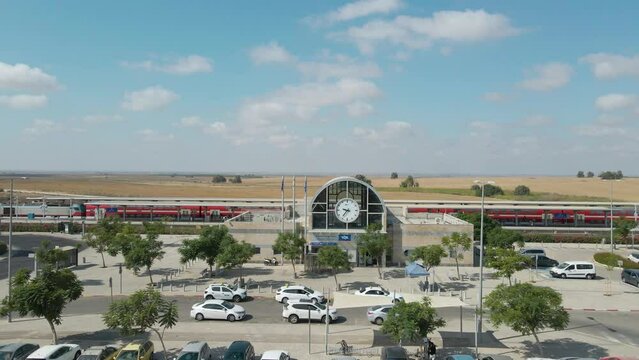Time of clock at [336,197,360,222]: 9:36
